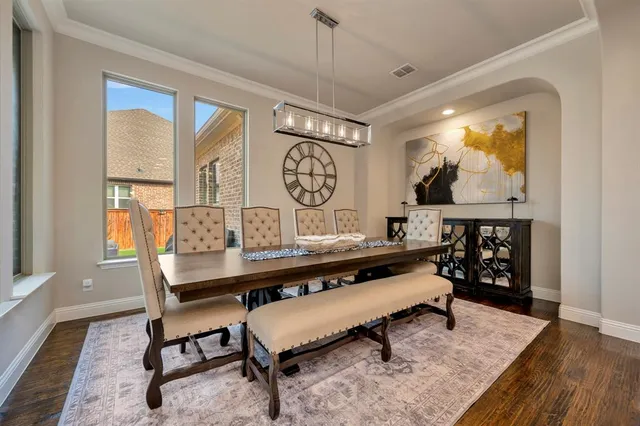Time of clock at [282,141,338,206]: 12:14
